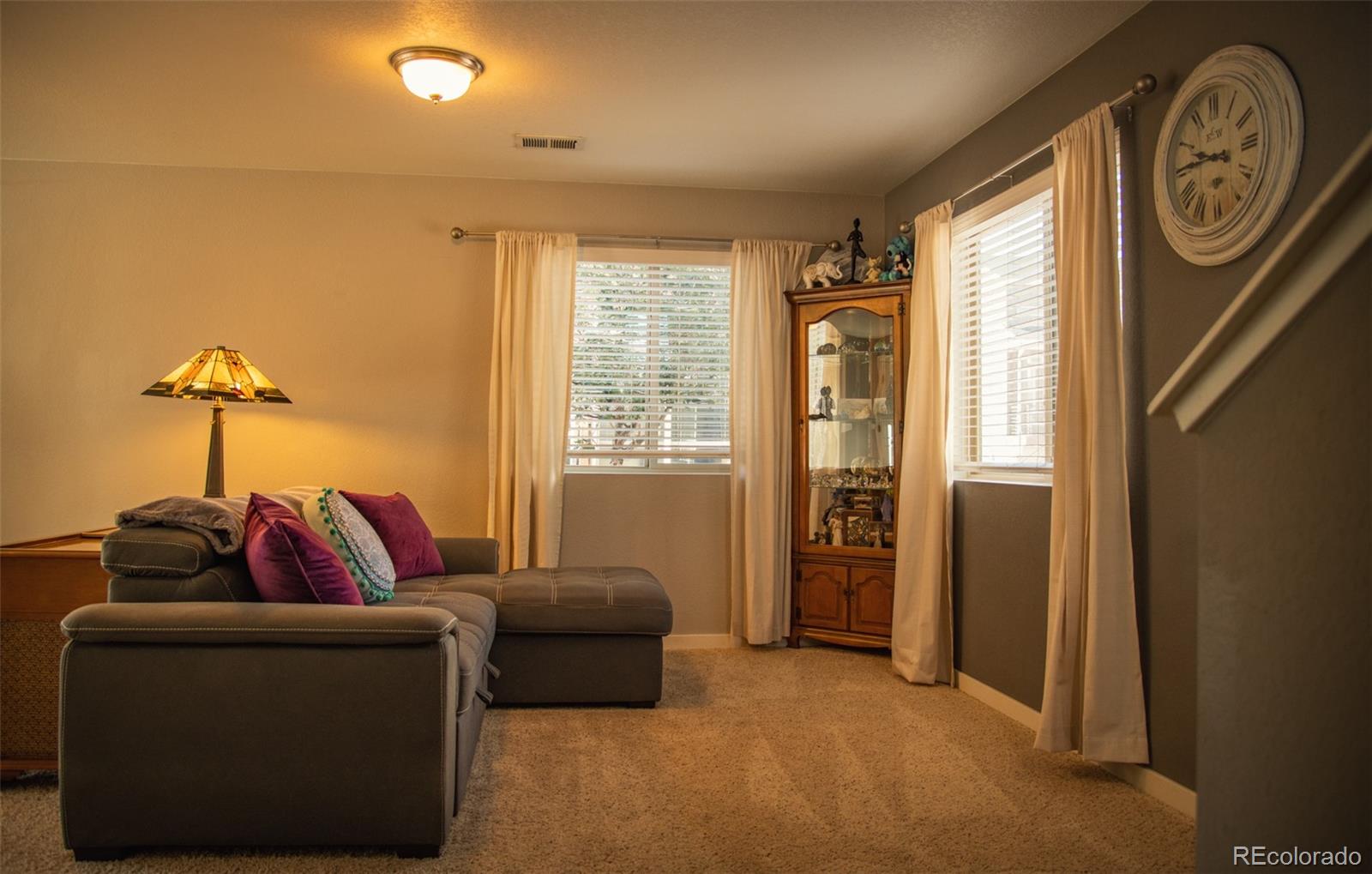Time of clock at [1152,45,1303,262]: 9:45
